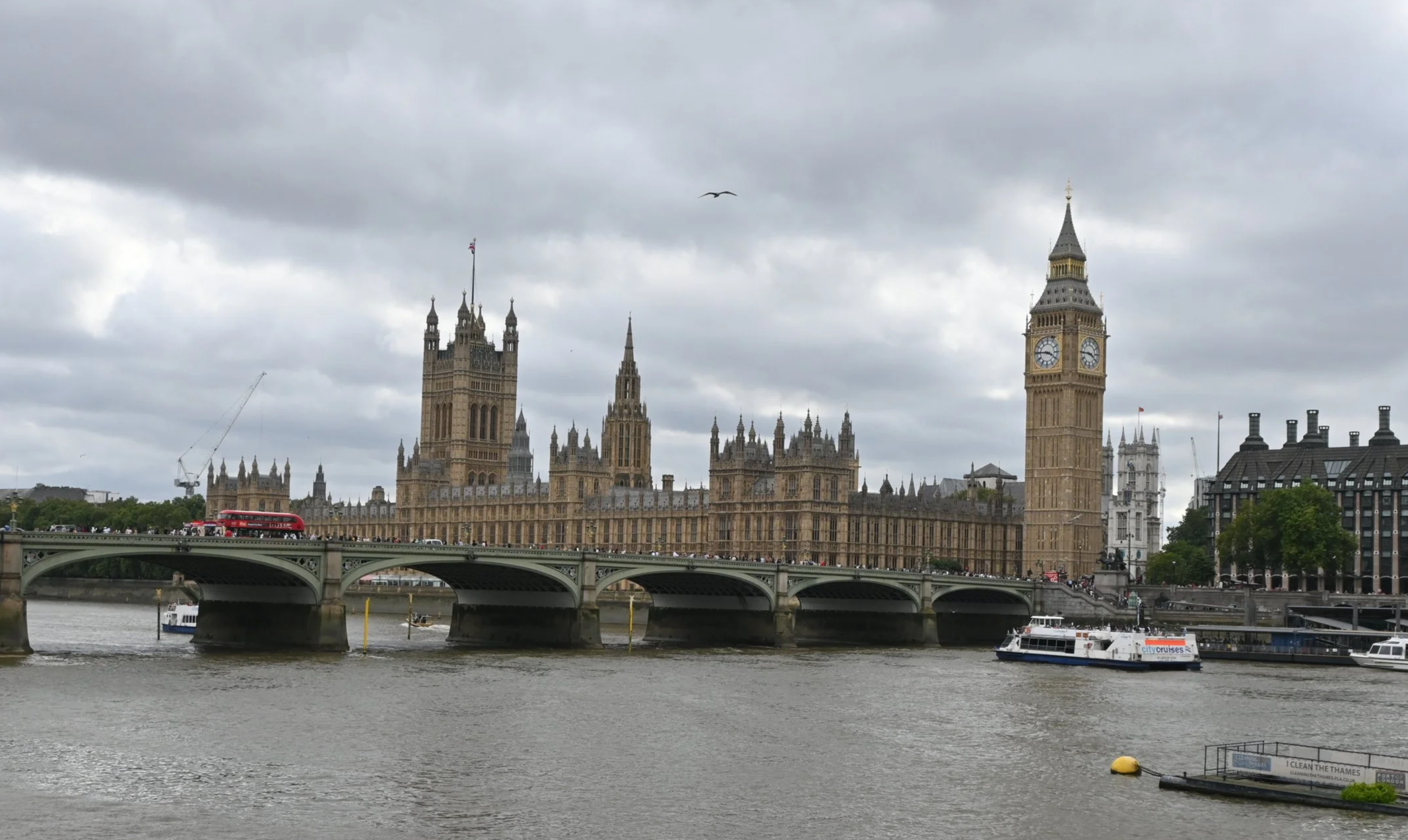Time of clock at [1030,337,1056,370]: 3:45
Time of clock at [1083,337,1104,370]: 3:45
